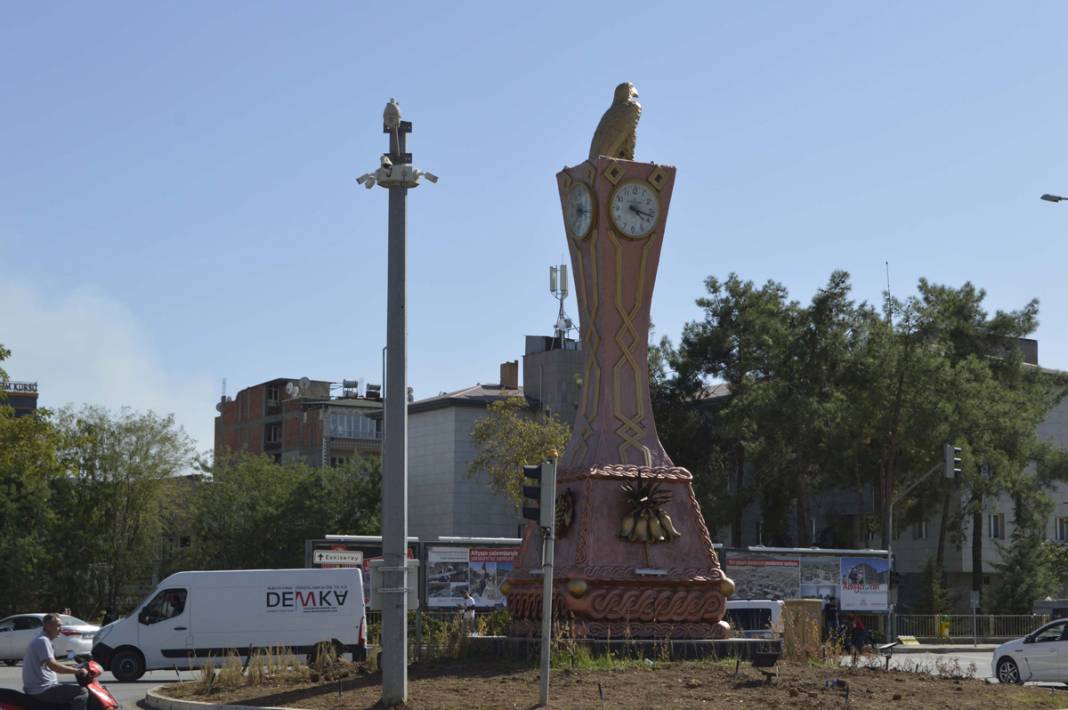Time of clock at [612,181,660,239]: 4:17
